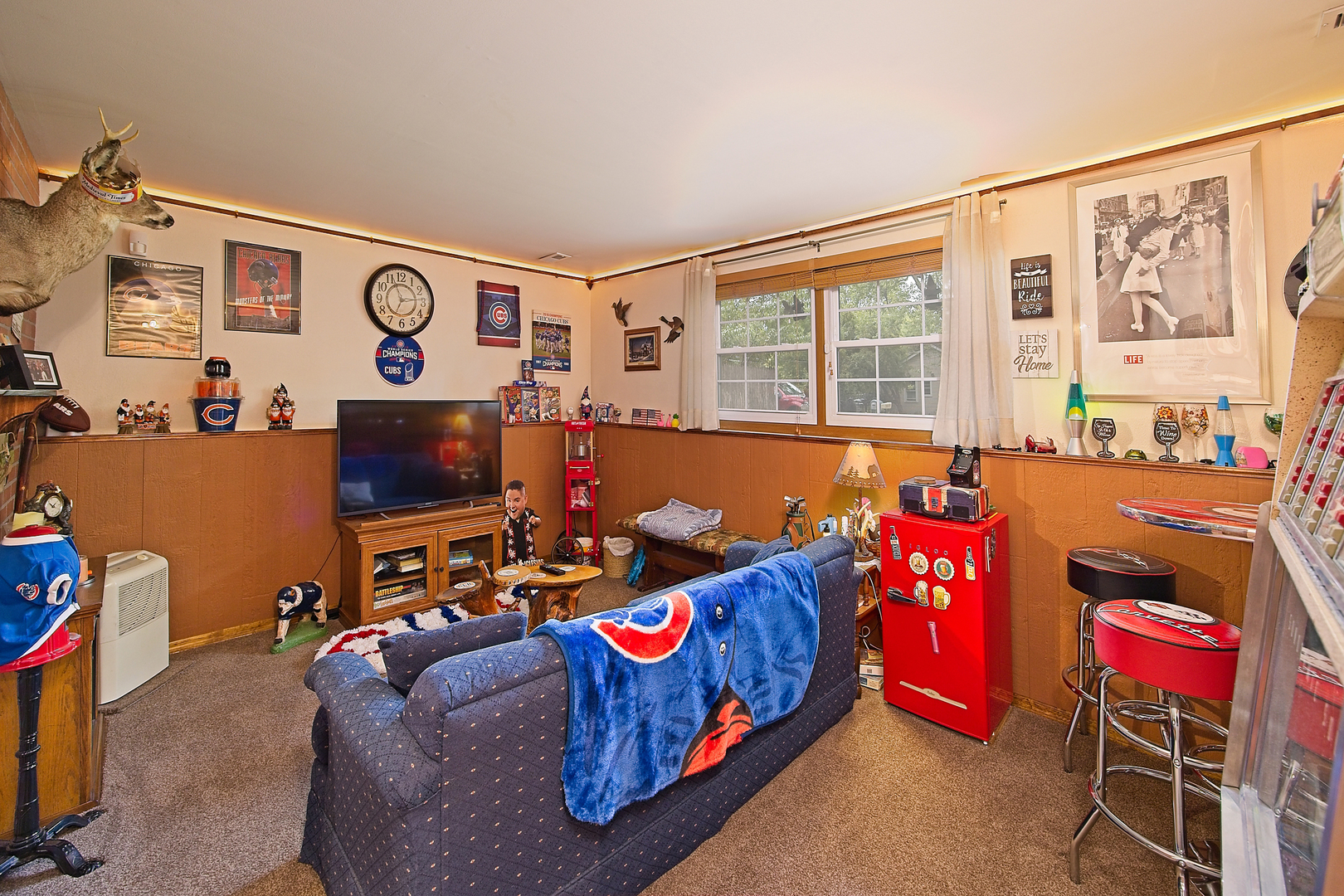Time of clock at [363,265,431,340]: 6:56
